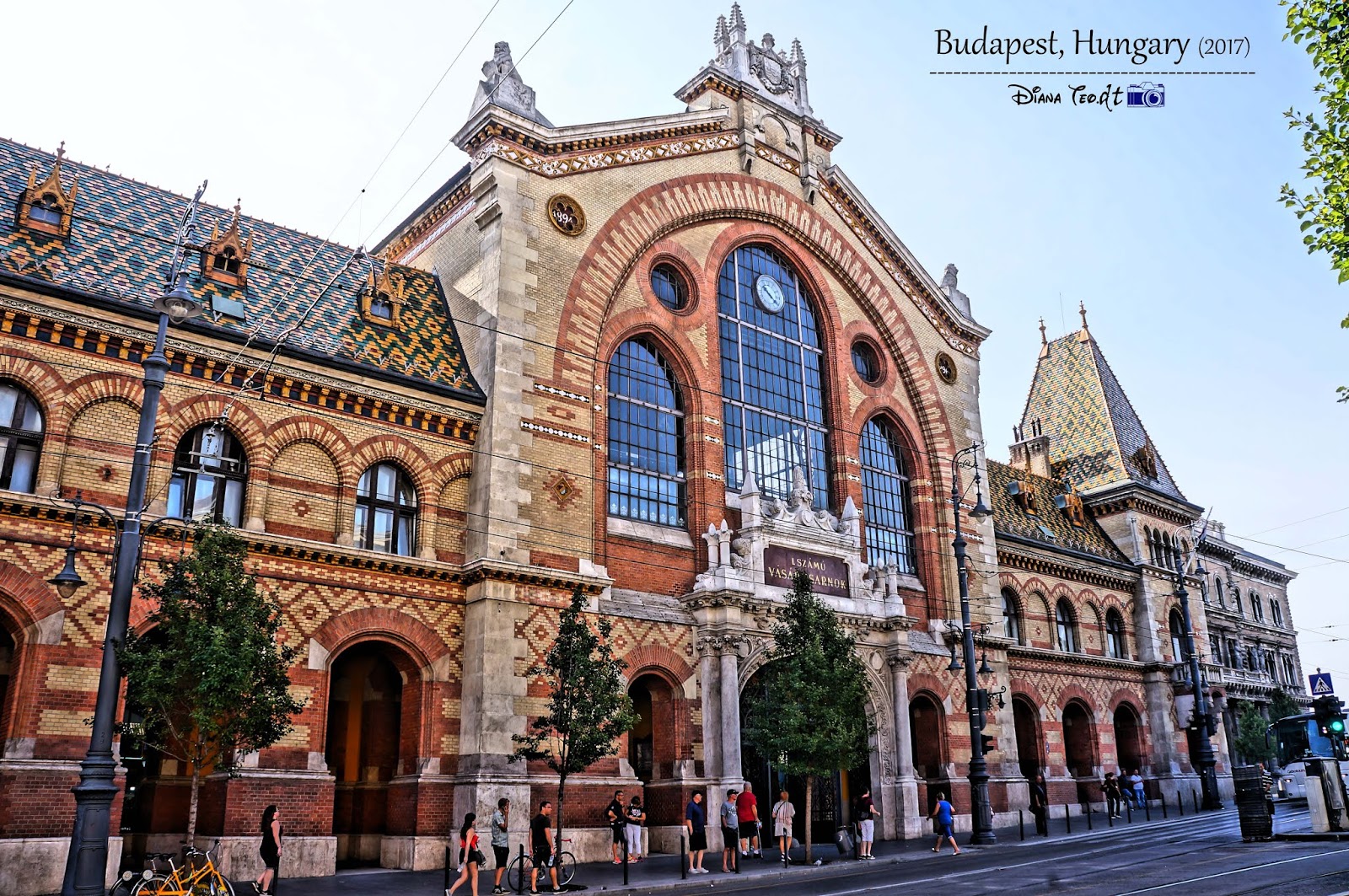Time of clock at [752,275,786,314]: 10:21
